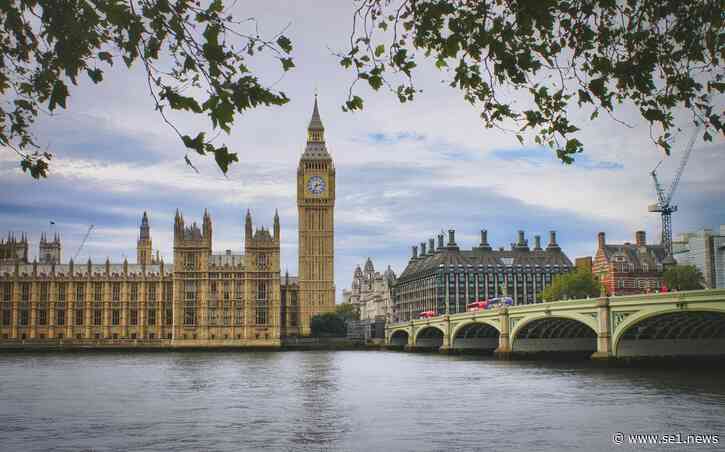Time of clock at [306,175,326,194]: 2:34
